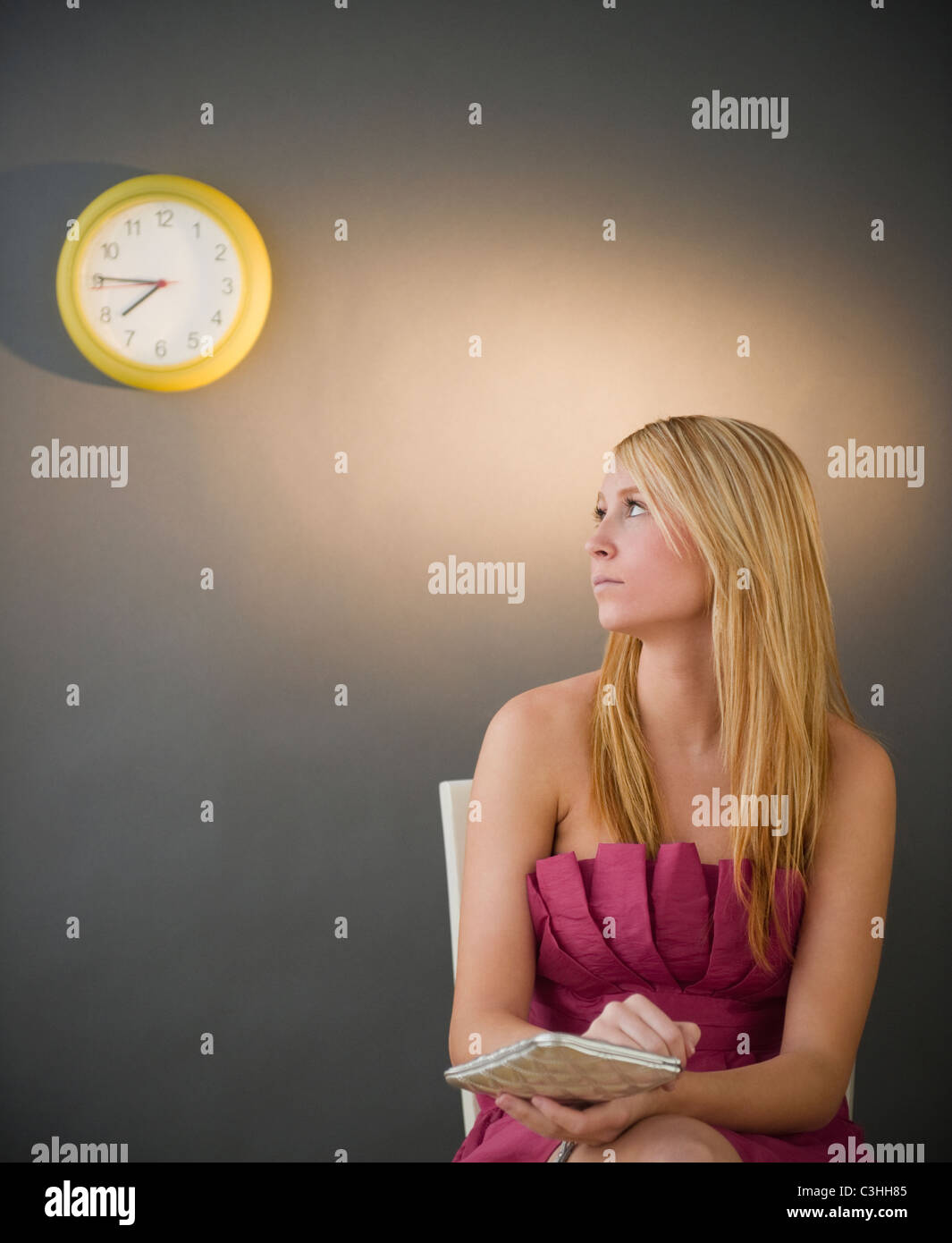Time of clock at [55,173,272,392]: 7:45
